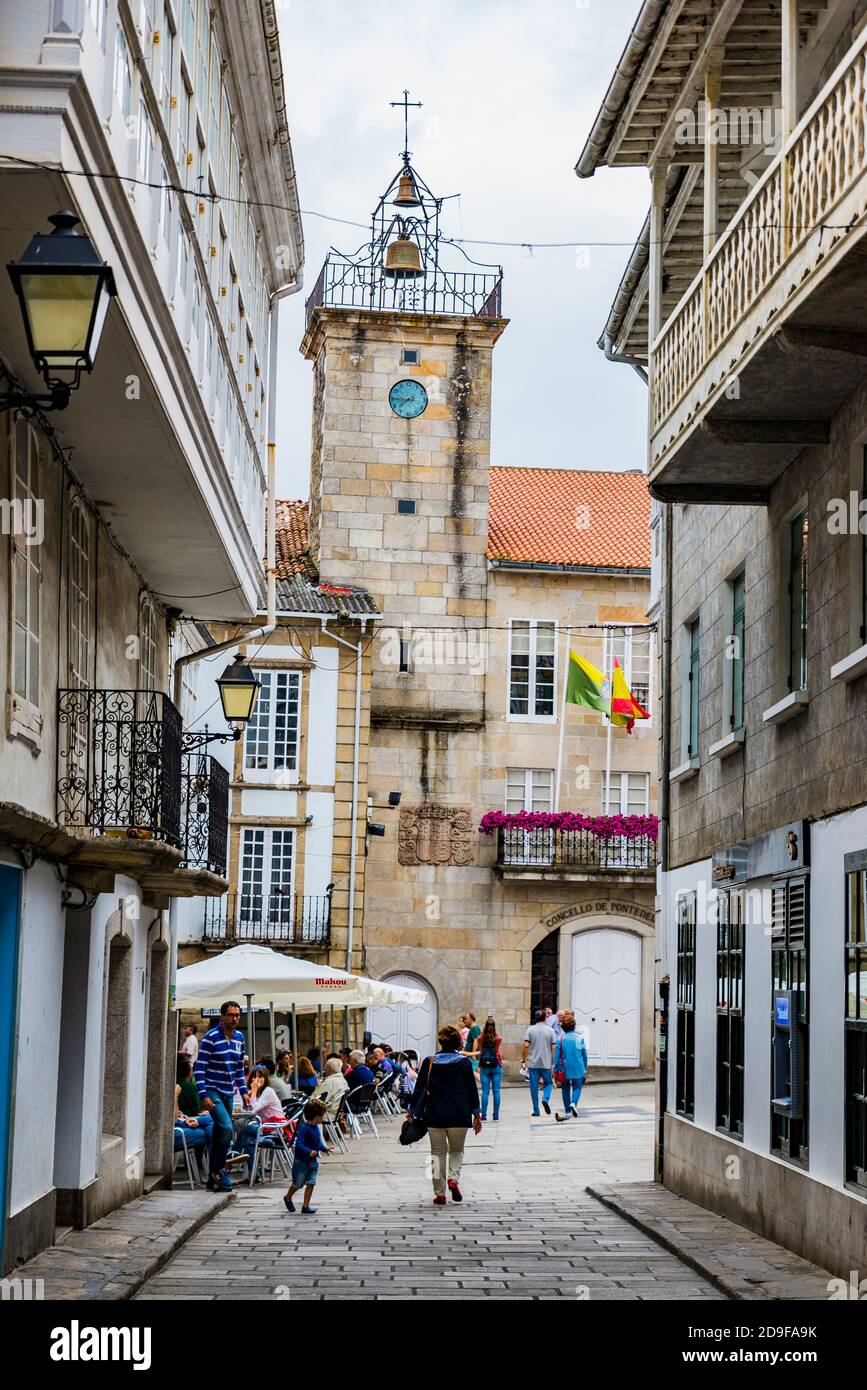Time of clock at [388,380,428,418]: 7:44
